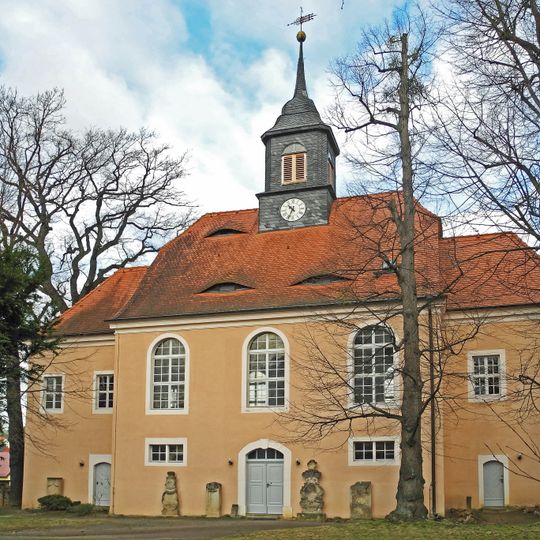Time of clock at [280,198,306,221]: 10:34
